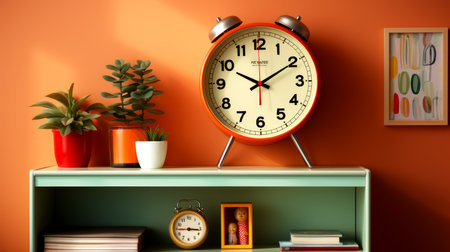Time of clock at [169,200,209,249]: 3:15
